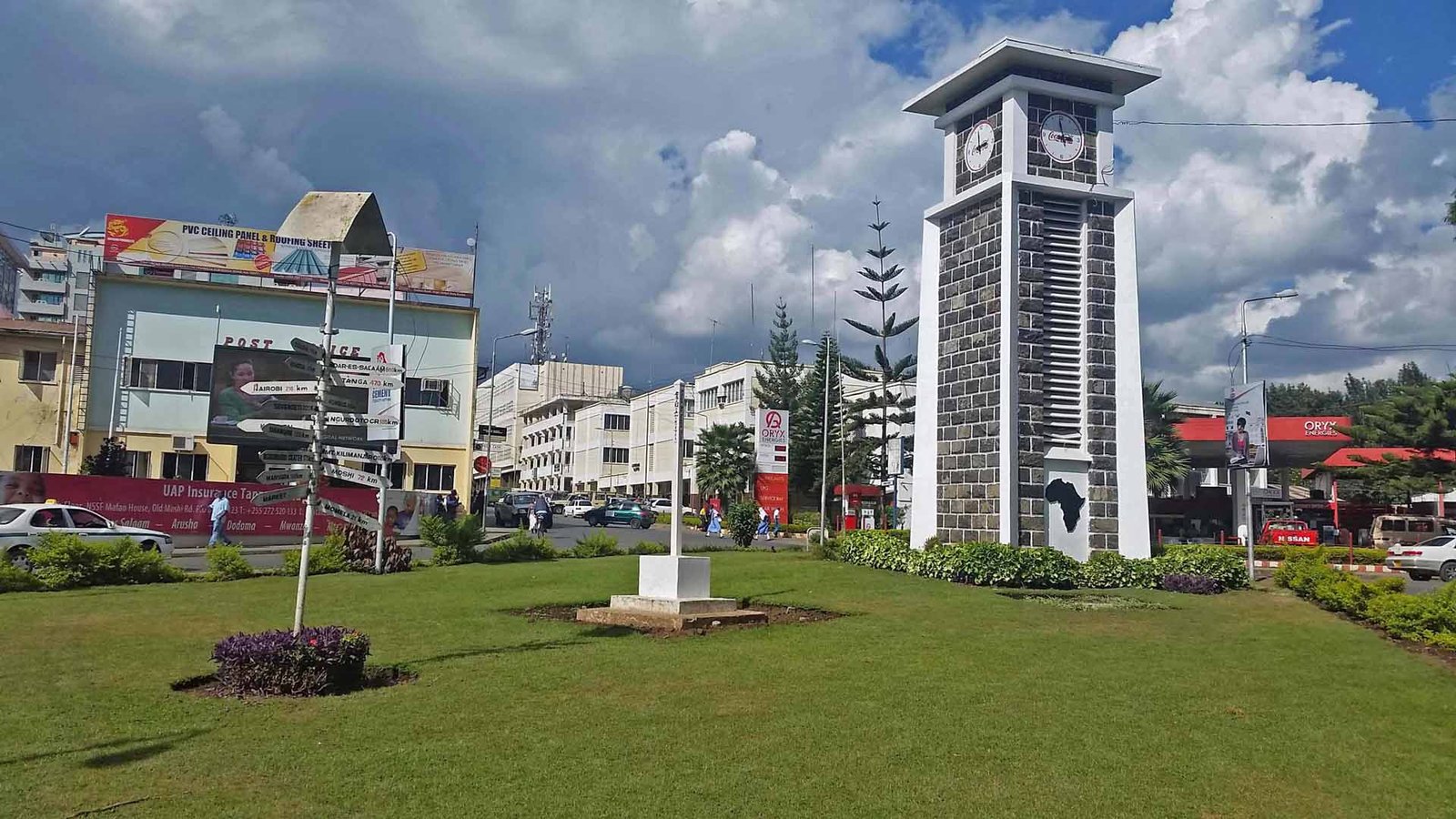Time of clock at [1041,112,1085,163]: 2:58
